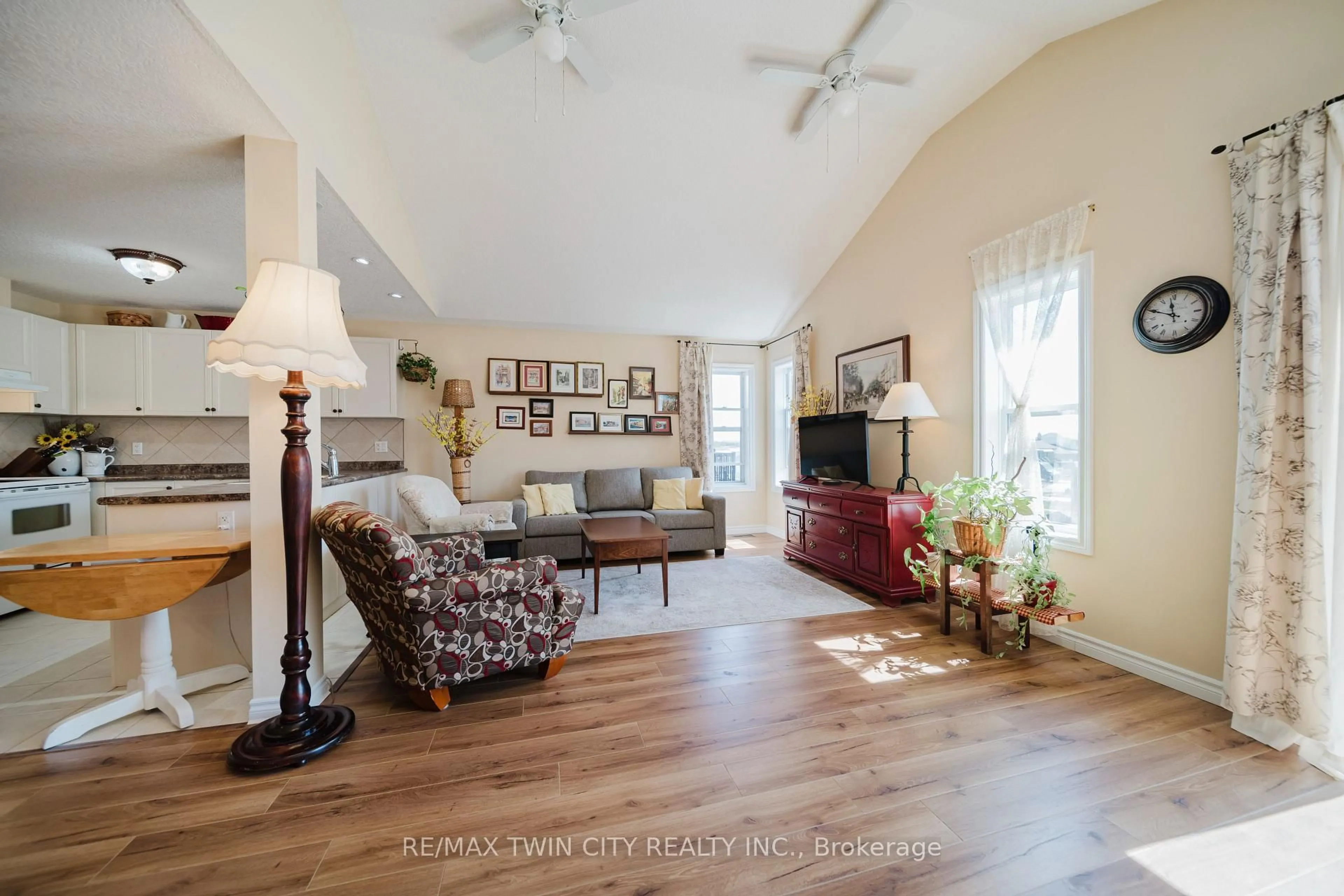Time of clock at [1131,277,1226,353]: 11:48
